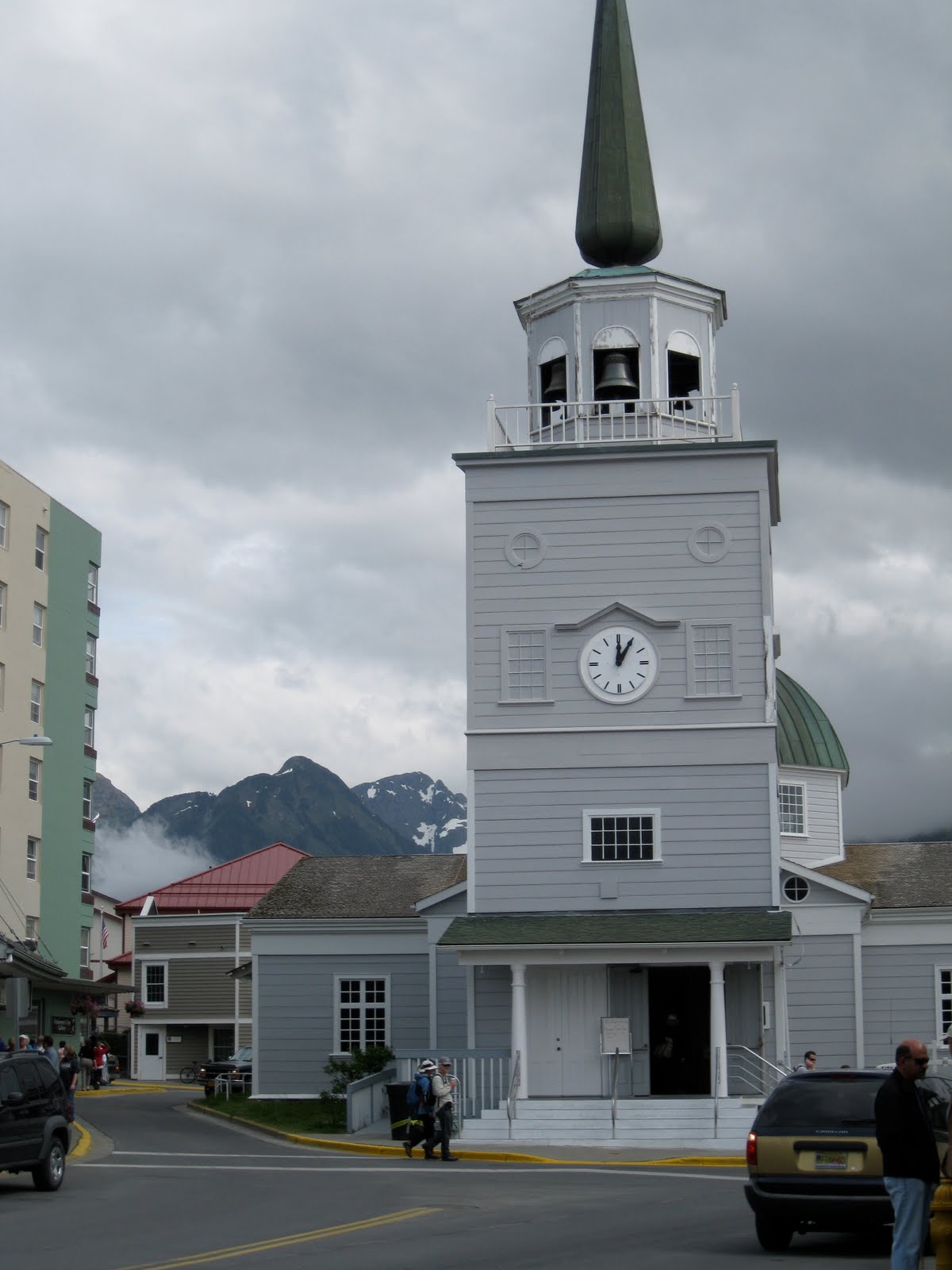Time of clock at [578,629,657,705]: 12:05
